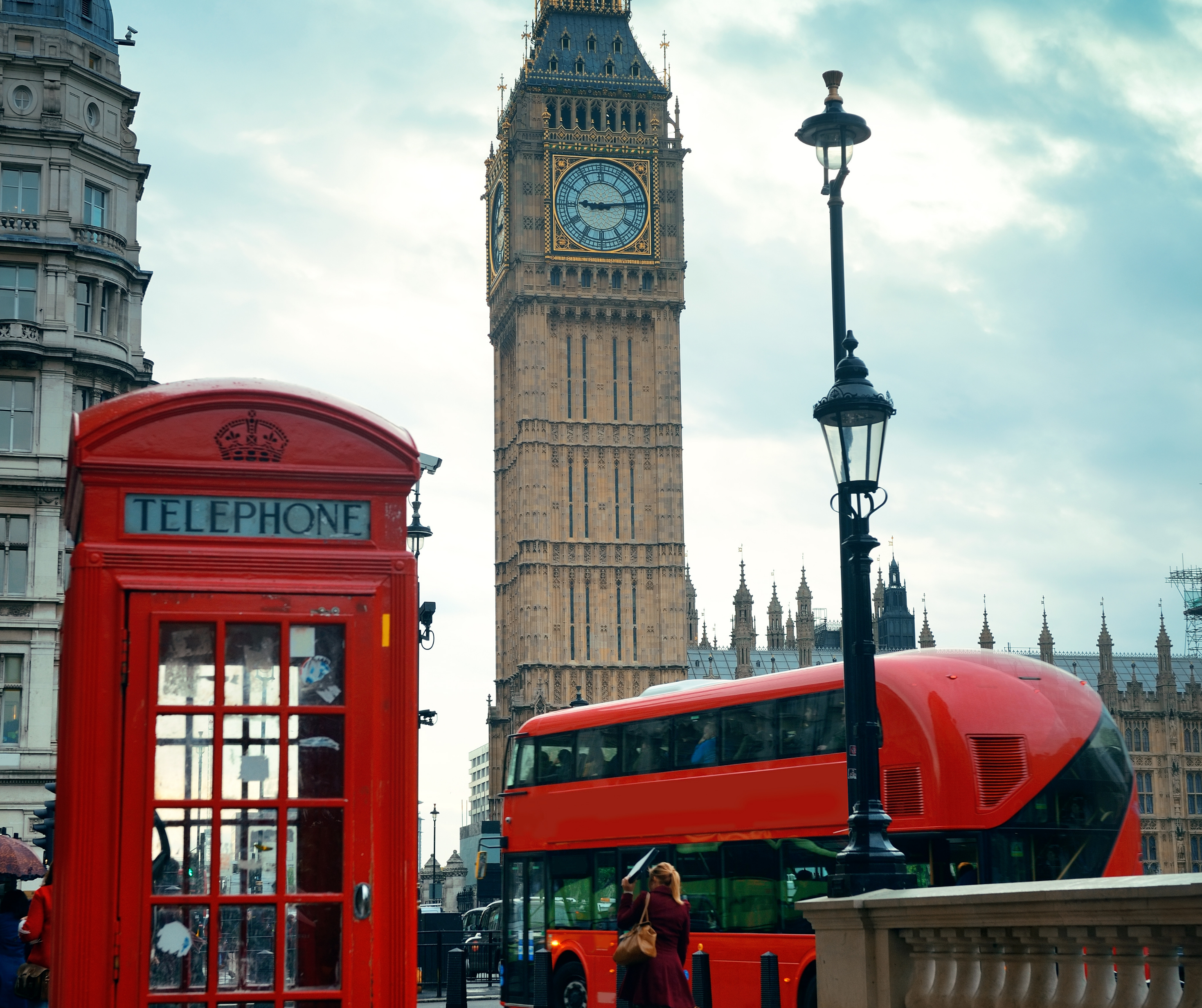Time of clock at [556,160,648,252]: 9:13
